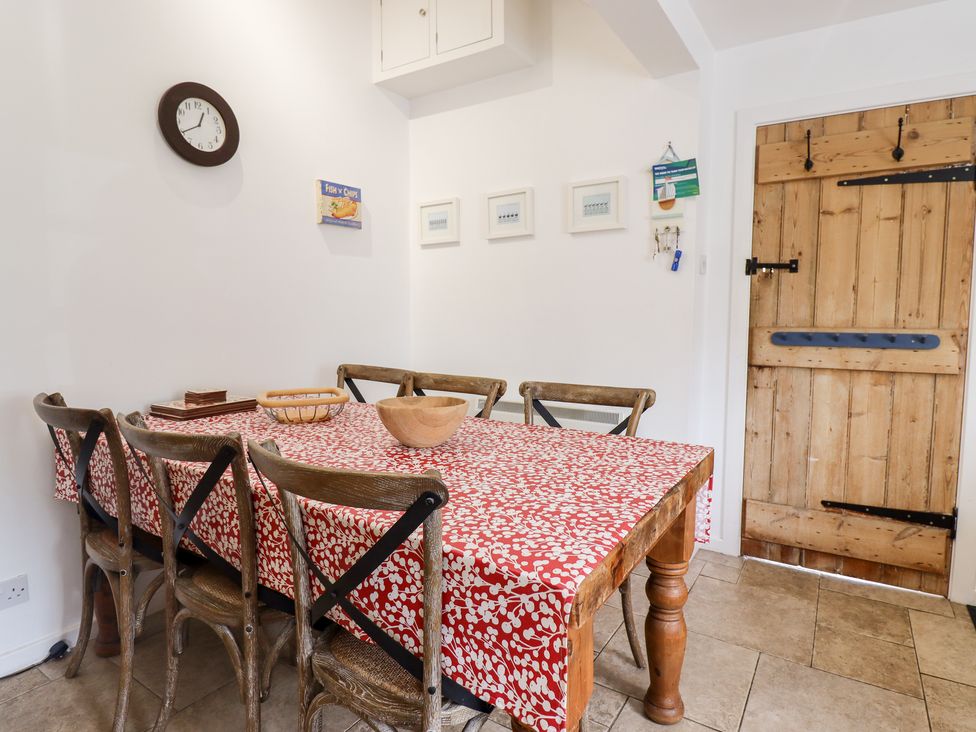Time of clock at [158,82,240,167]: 12:40
